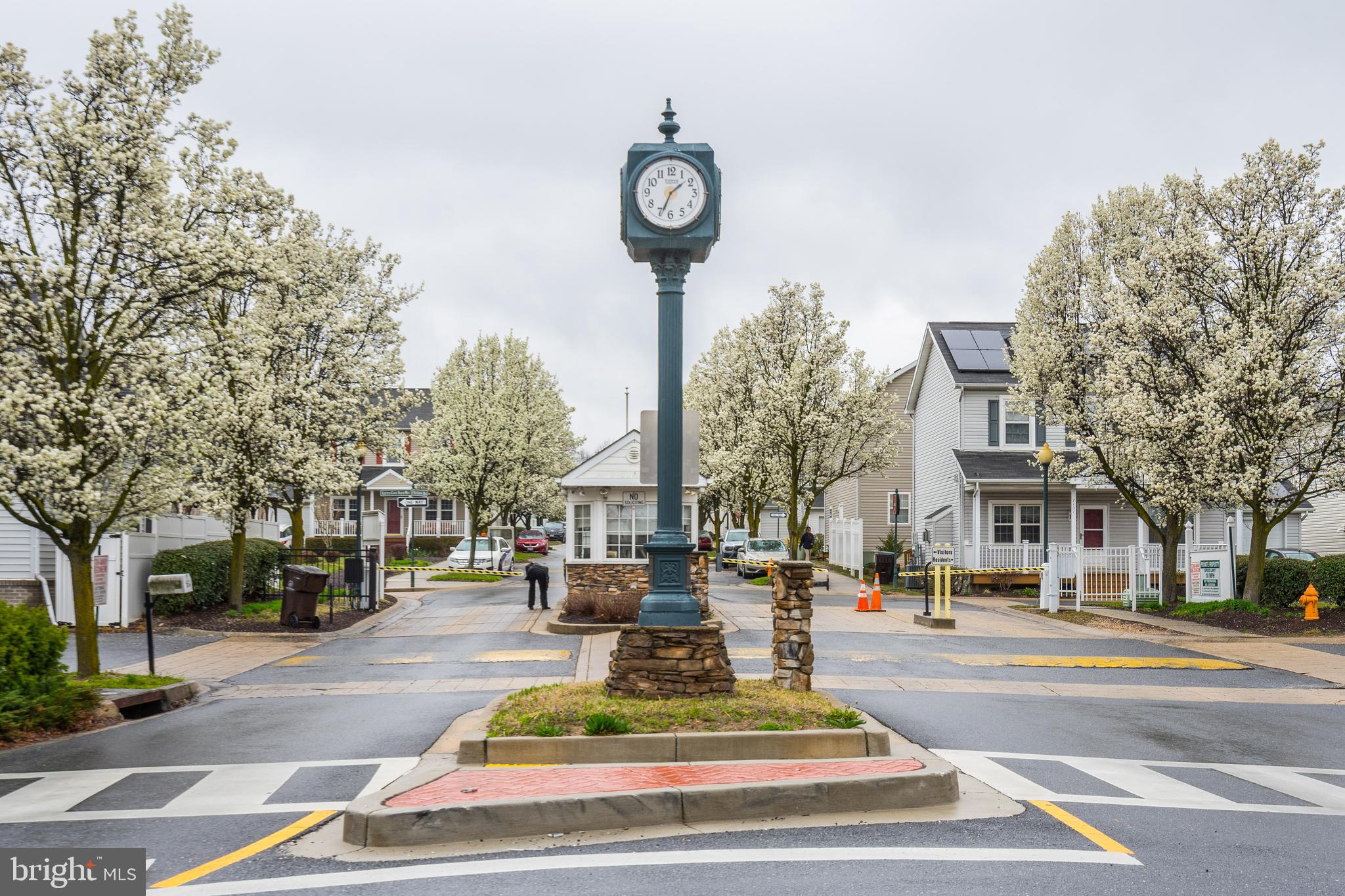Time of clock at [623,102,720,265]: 1:34
